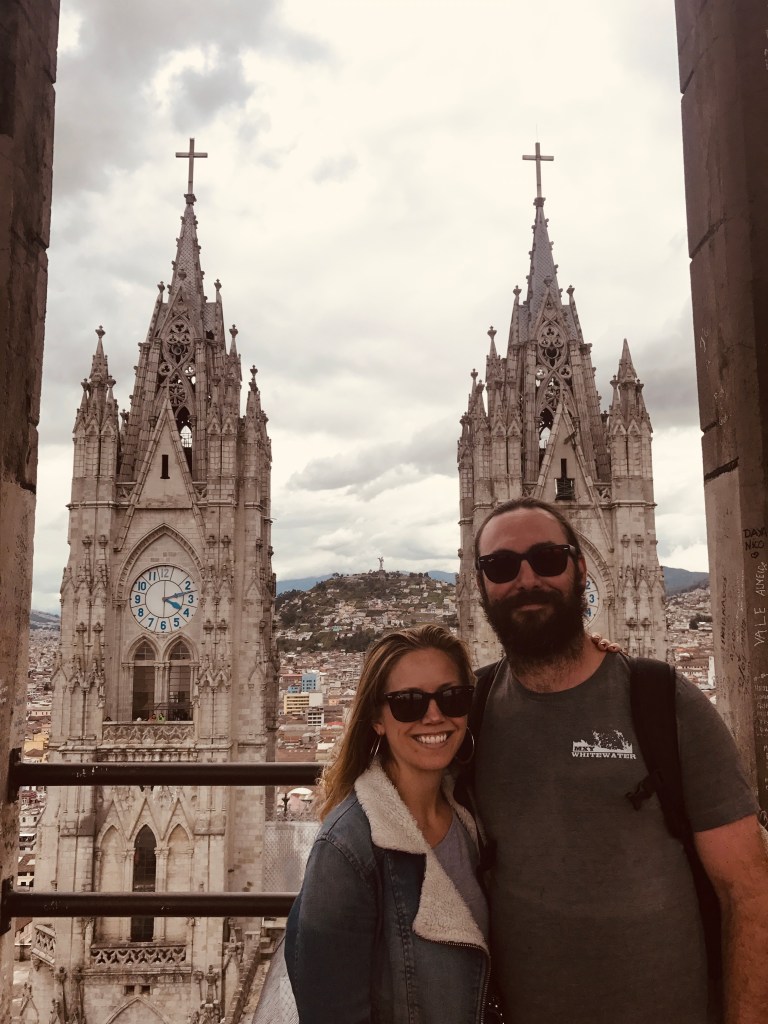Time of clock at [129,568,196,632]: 4:12
